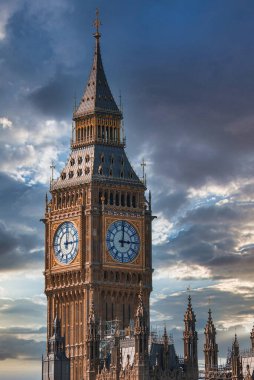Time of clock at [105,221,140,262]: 3:01
